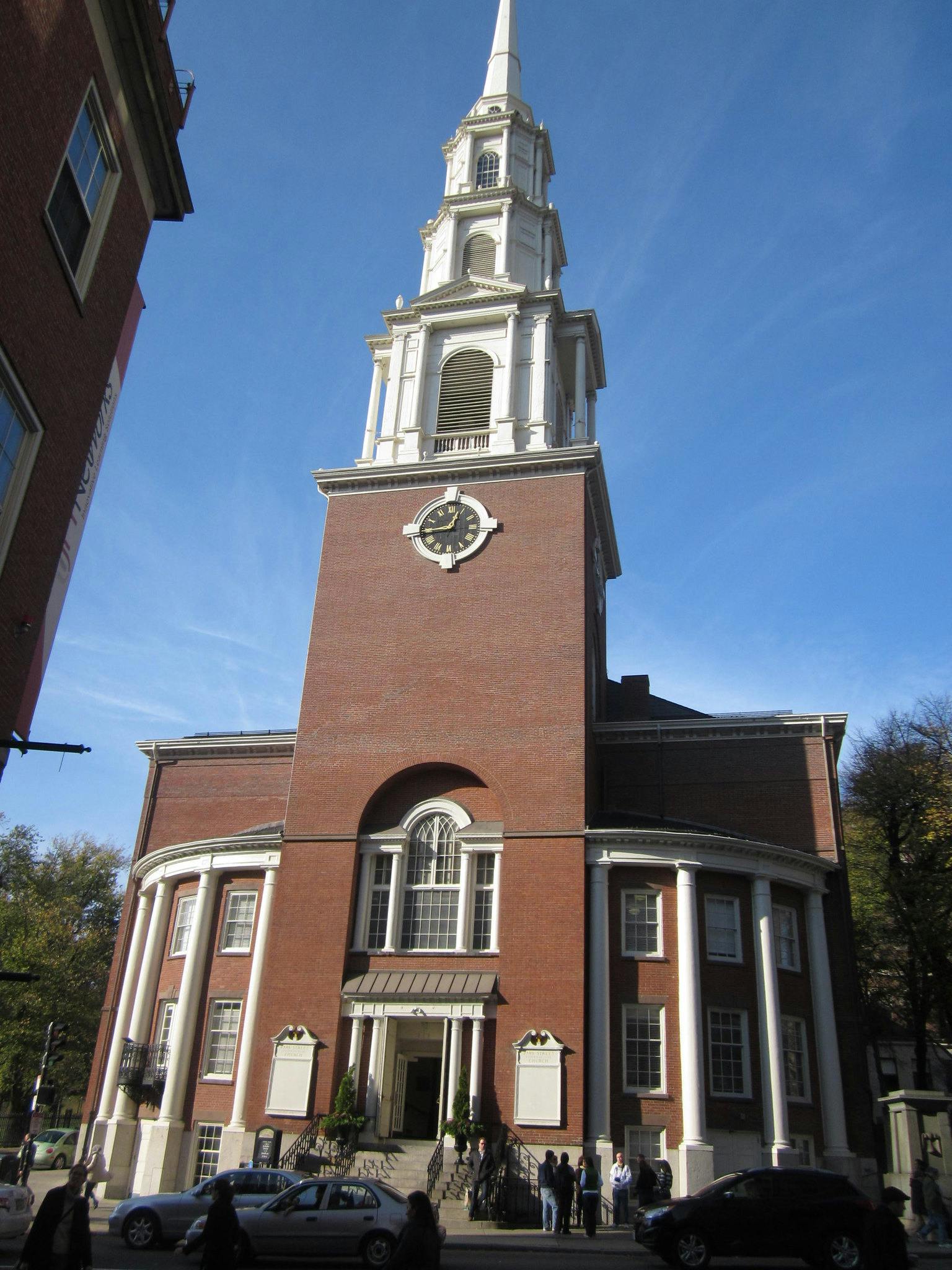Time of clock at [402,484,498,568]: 12:43
